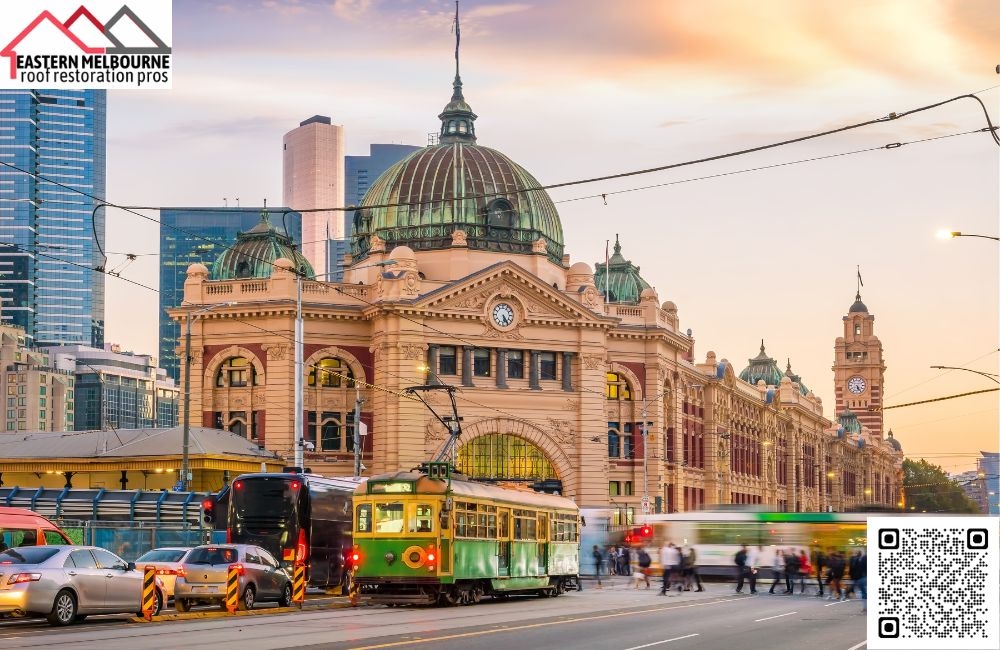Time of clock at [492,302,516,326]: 5:24
